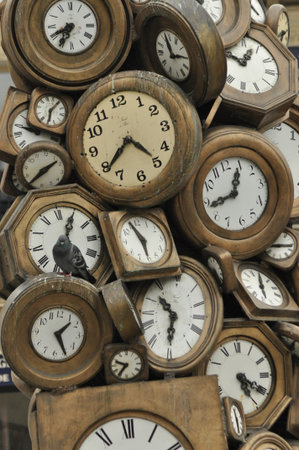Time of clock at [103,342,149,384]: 9:36
